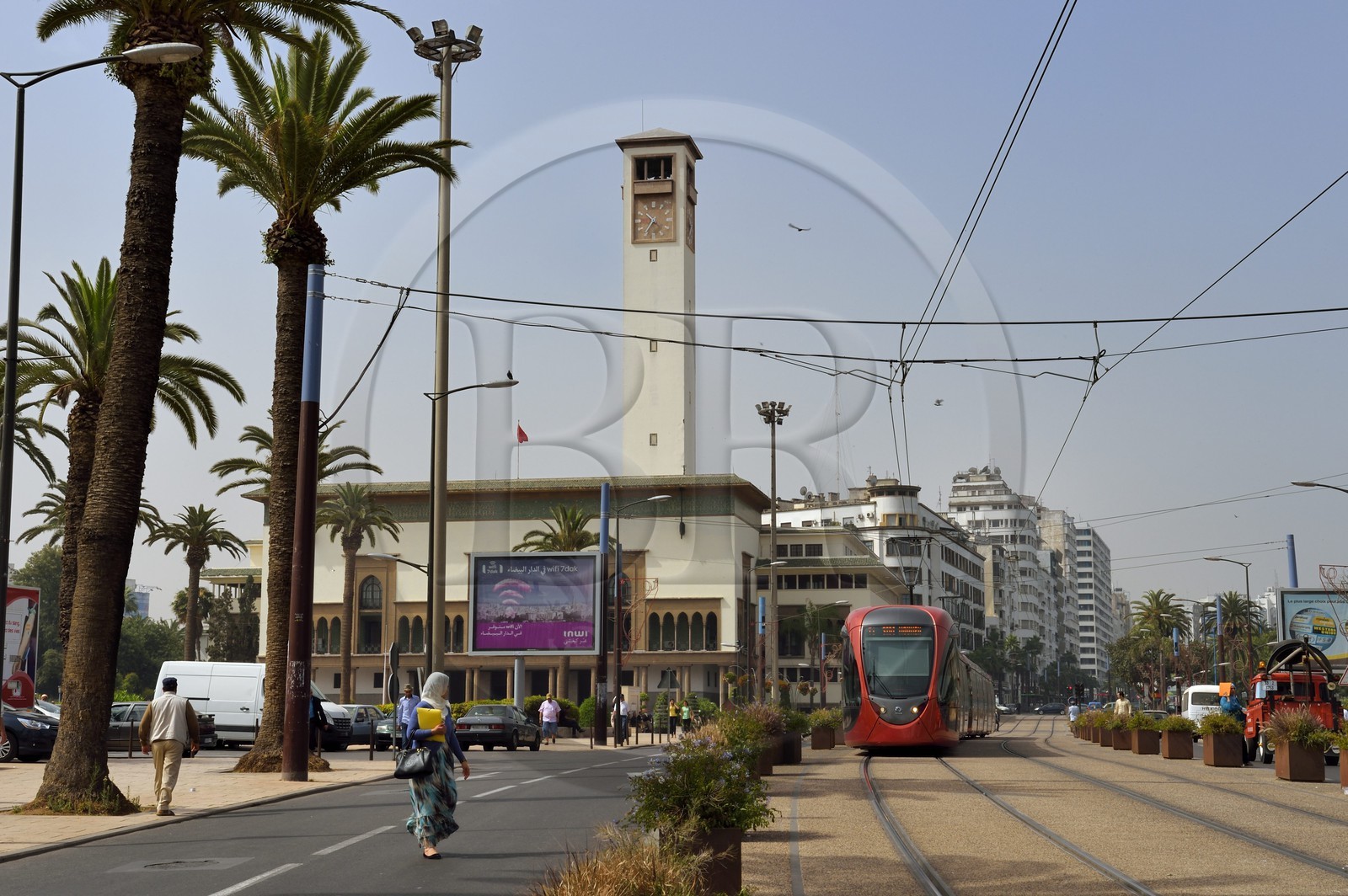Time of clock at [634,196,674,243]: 10:36
